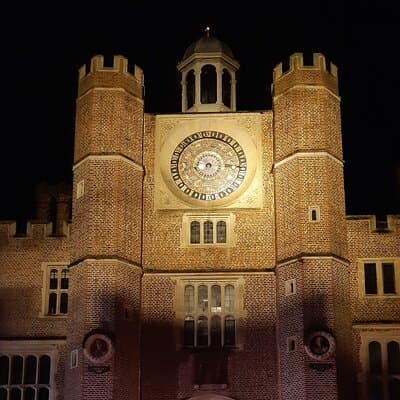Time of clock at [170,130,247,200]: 7:14
